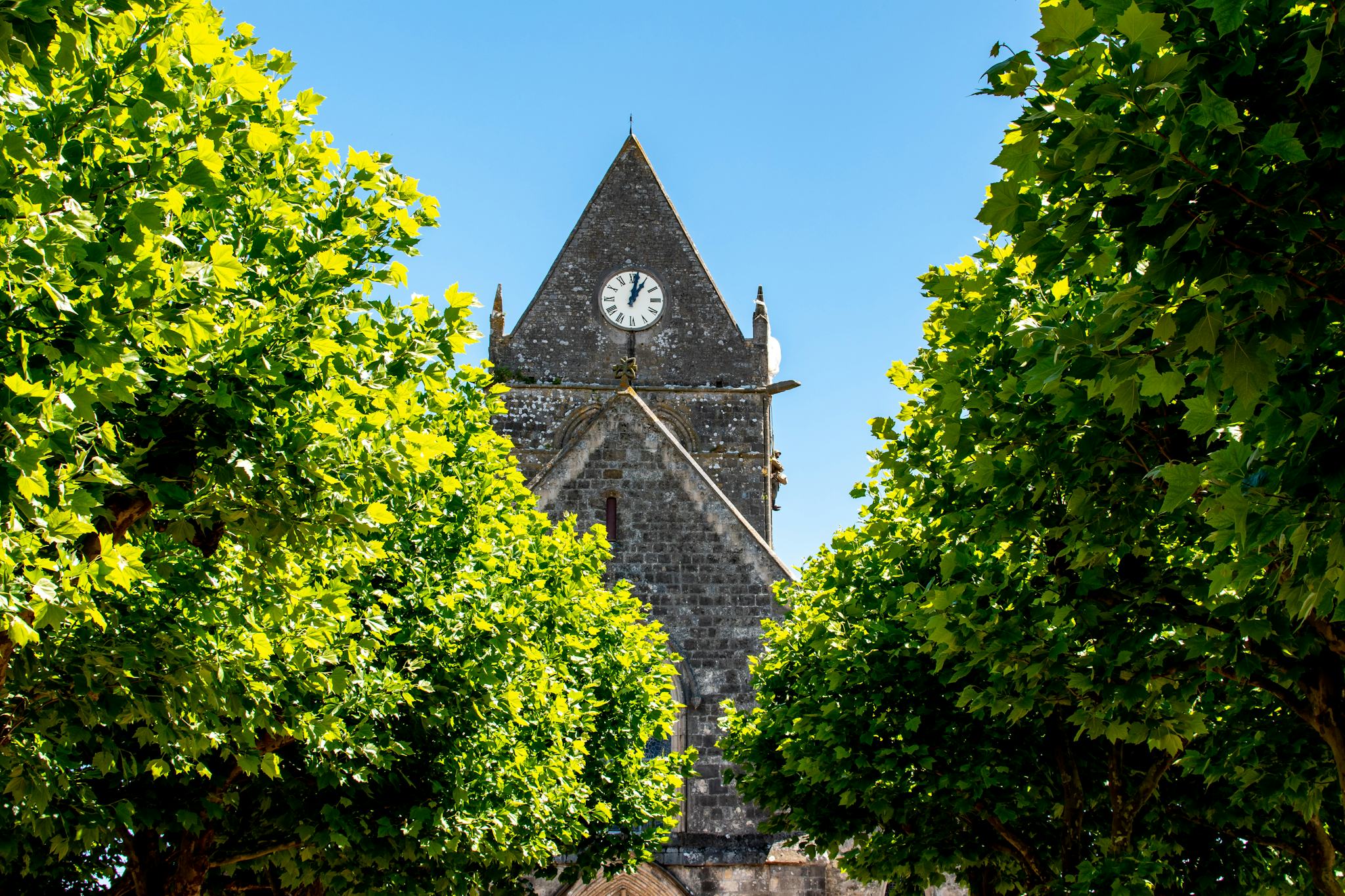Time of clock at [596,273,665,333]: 1:01
